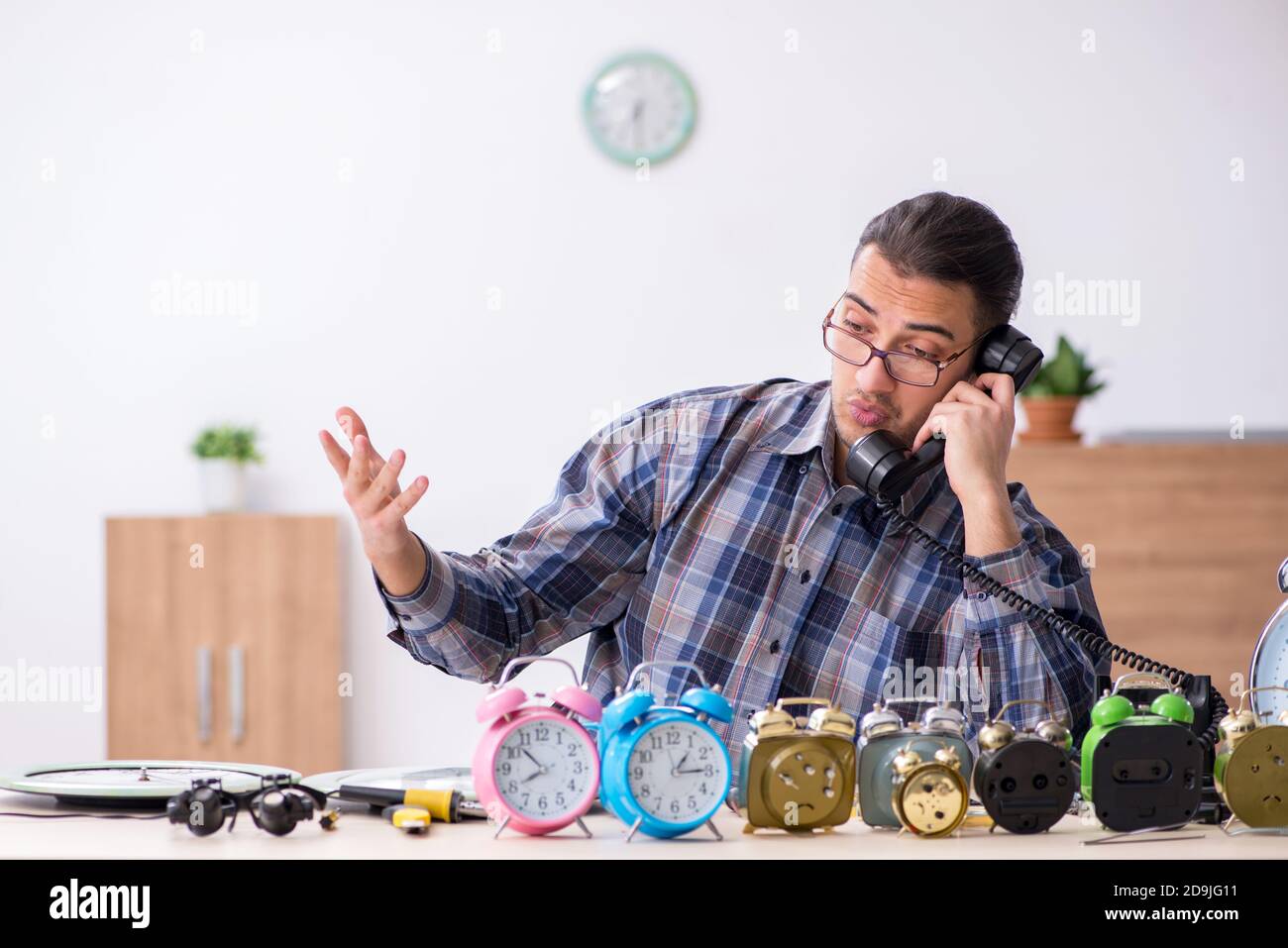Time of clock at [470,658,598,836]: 7:52
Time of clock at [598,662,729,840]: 1:14
